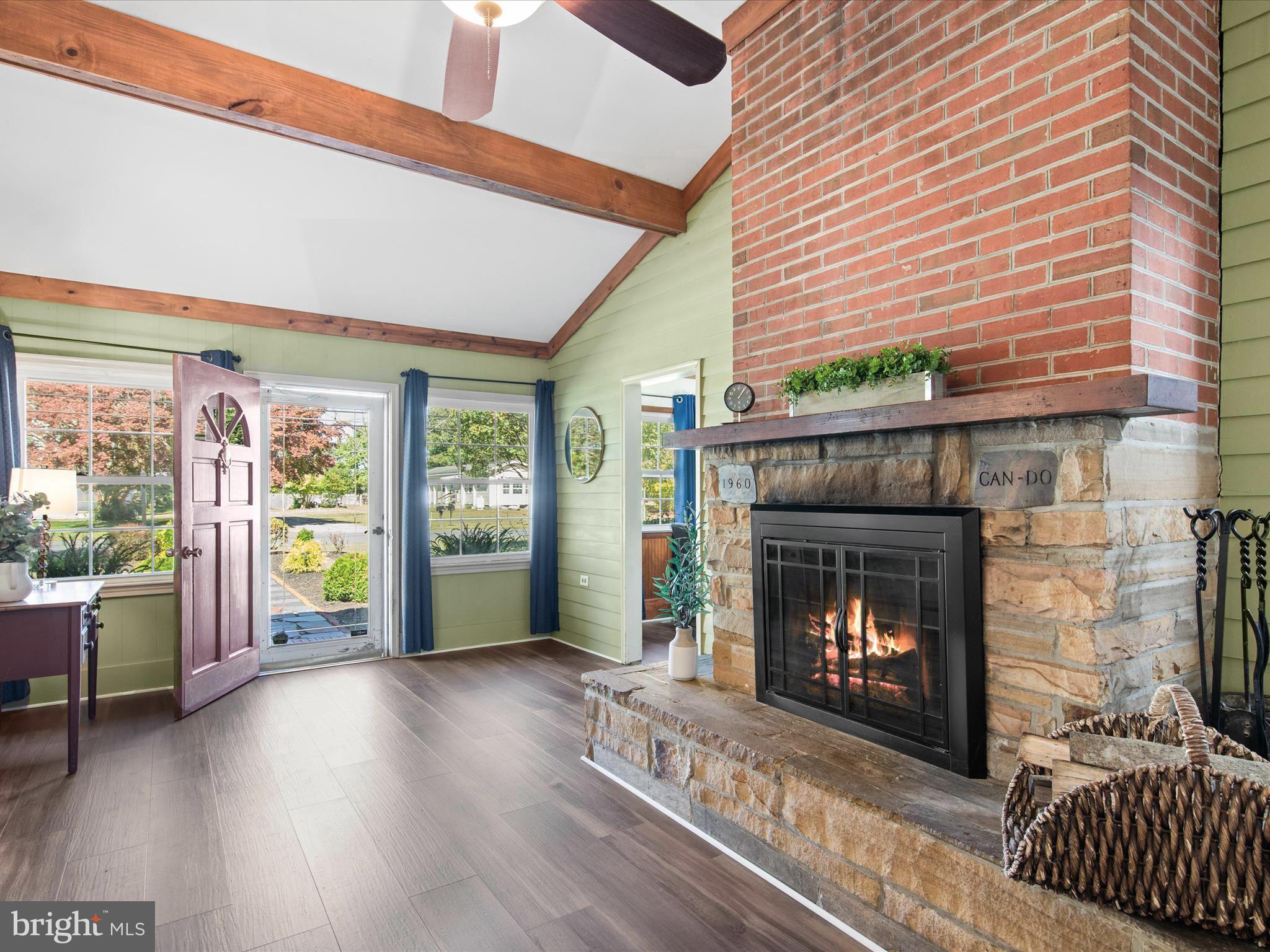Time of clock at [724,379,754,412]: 1:06
